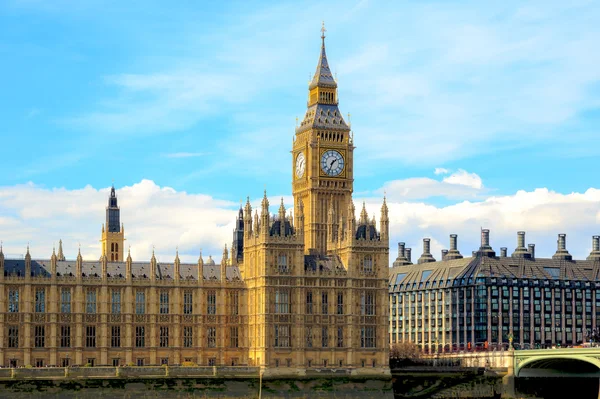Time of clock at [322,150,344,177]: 1:33
